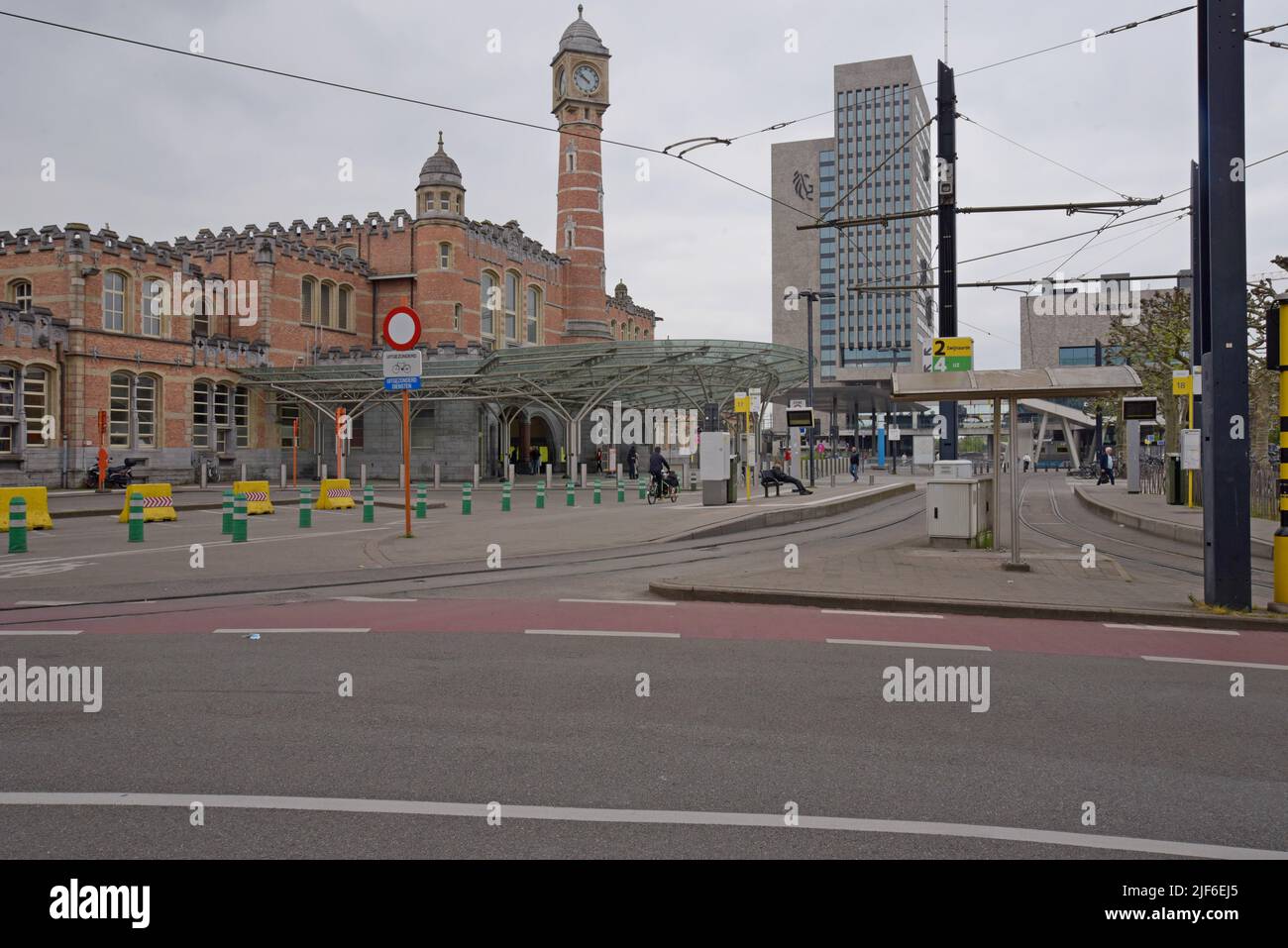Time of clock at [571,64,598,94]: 9:52
